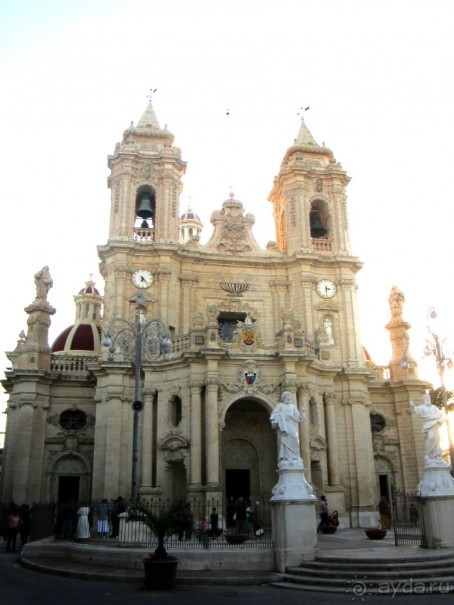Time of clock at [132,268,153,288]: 6:23
